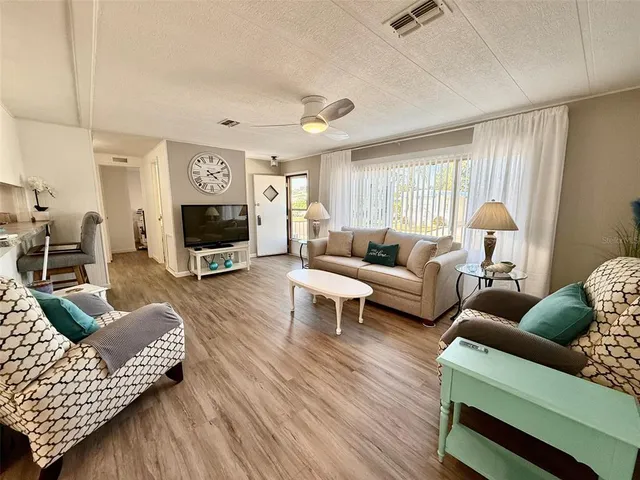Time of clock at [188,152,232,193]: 4:11
